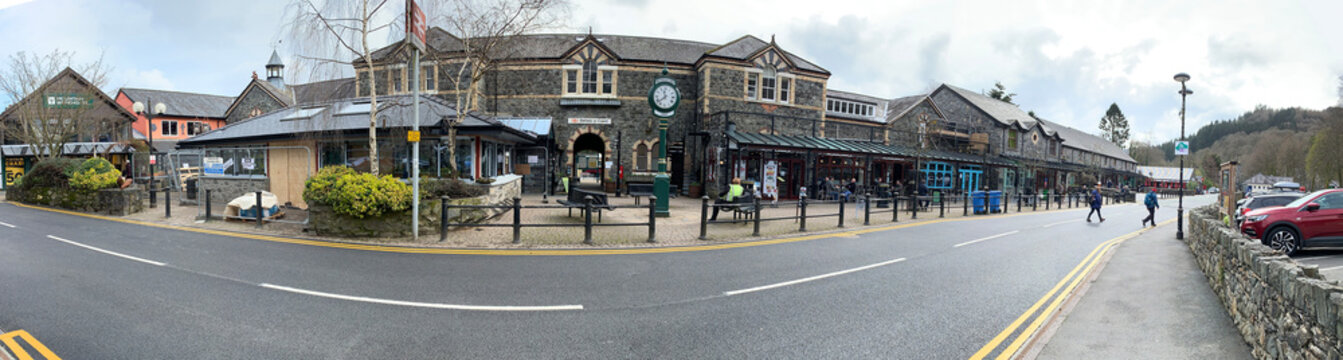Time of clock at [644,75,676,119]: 11:38
